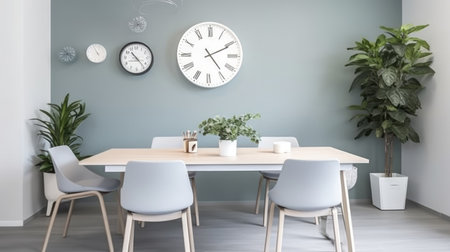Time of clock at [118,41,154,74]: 10:23
